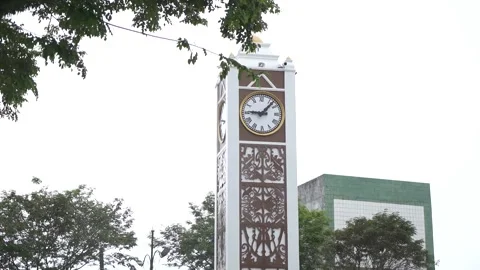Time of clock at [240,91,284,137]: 9:07
